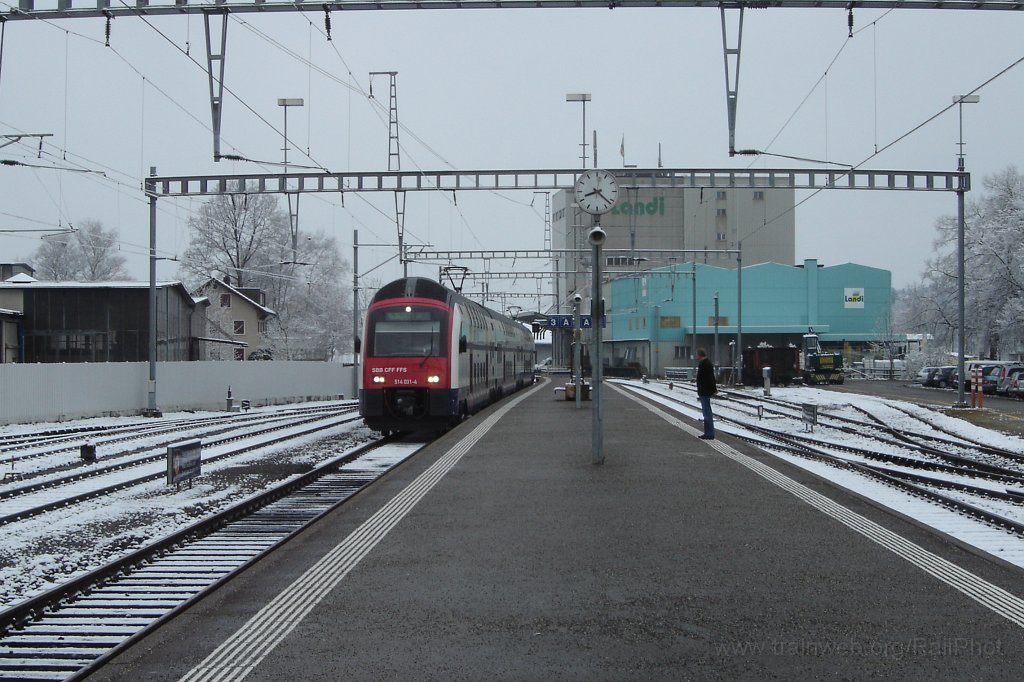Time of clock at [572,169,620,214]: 8:22
